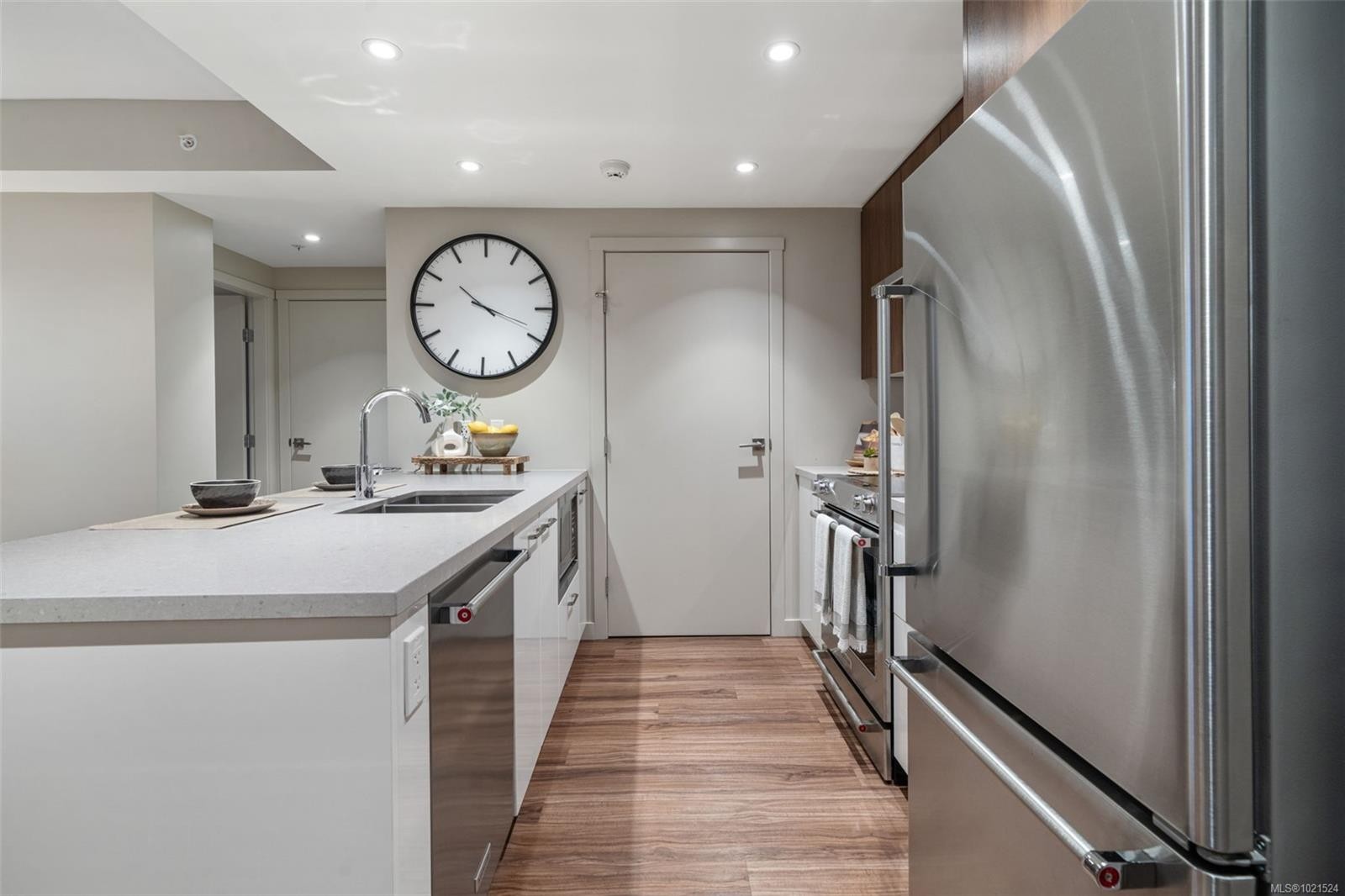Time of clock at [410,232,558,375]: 10:18
